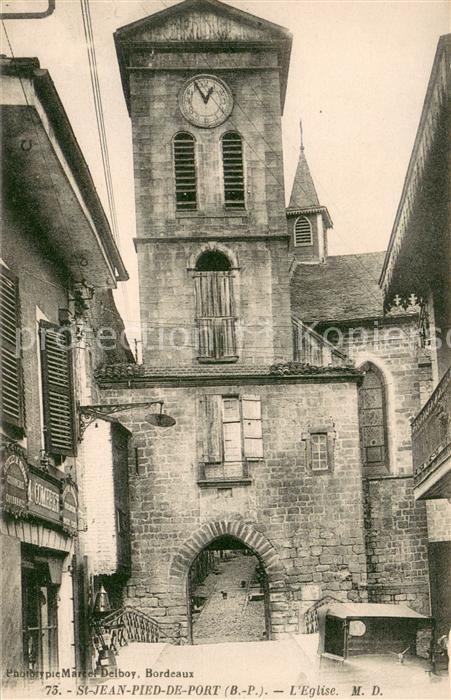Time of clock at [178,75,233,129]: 12:55
